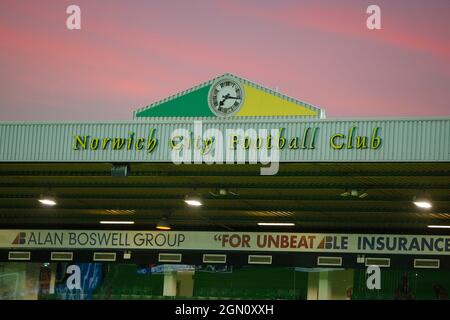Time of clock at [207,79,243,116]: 7:16
